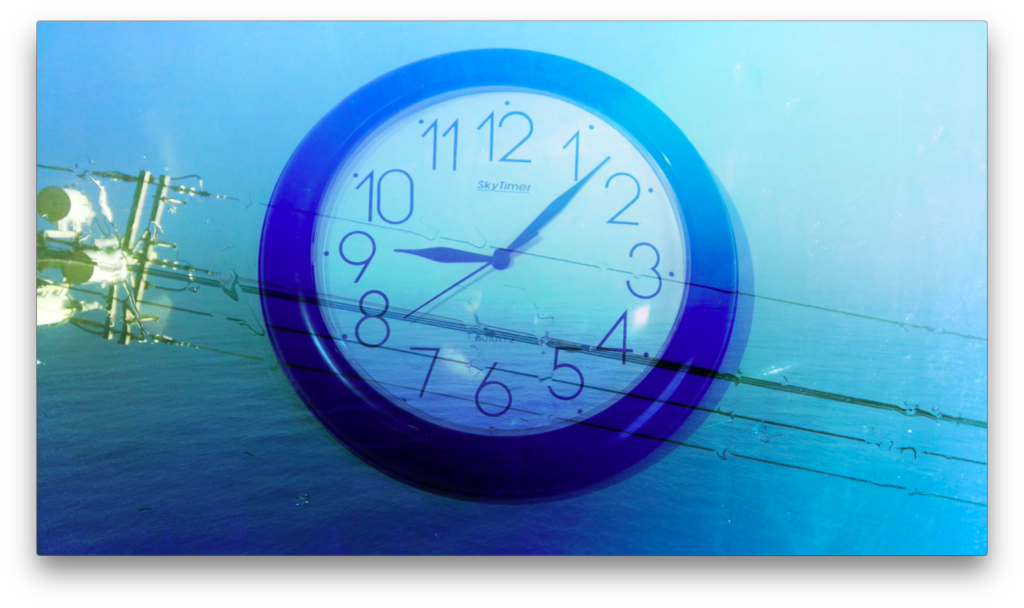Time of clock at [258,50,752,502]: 9:07
